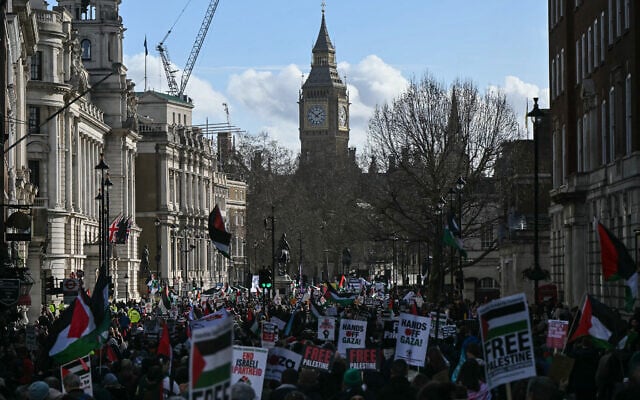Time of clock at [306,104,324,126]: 1:51
